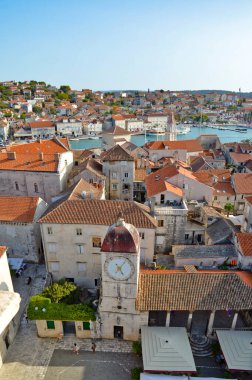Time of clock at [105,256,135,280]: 5:06
